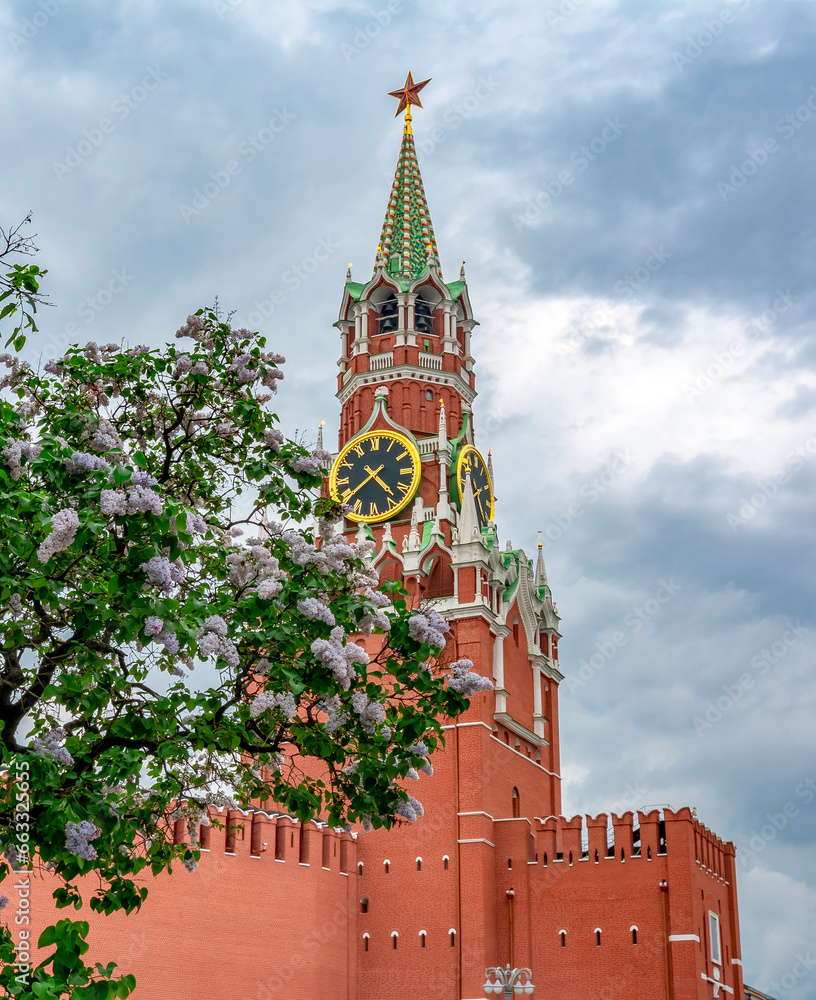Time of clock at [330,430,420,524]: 4:38
